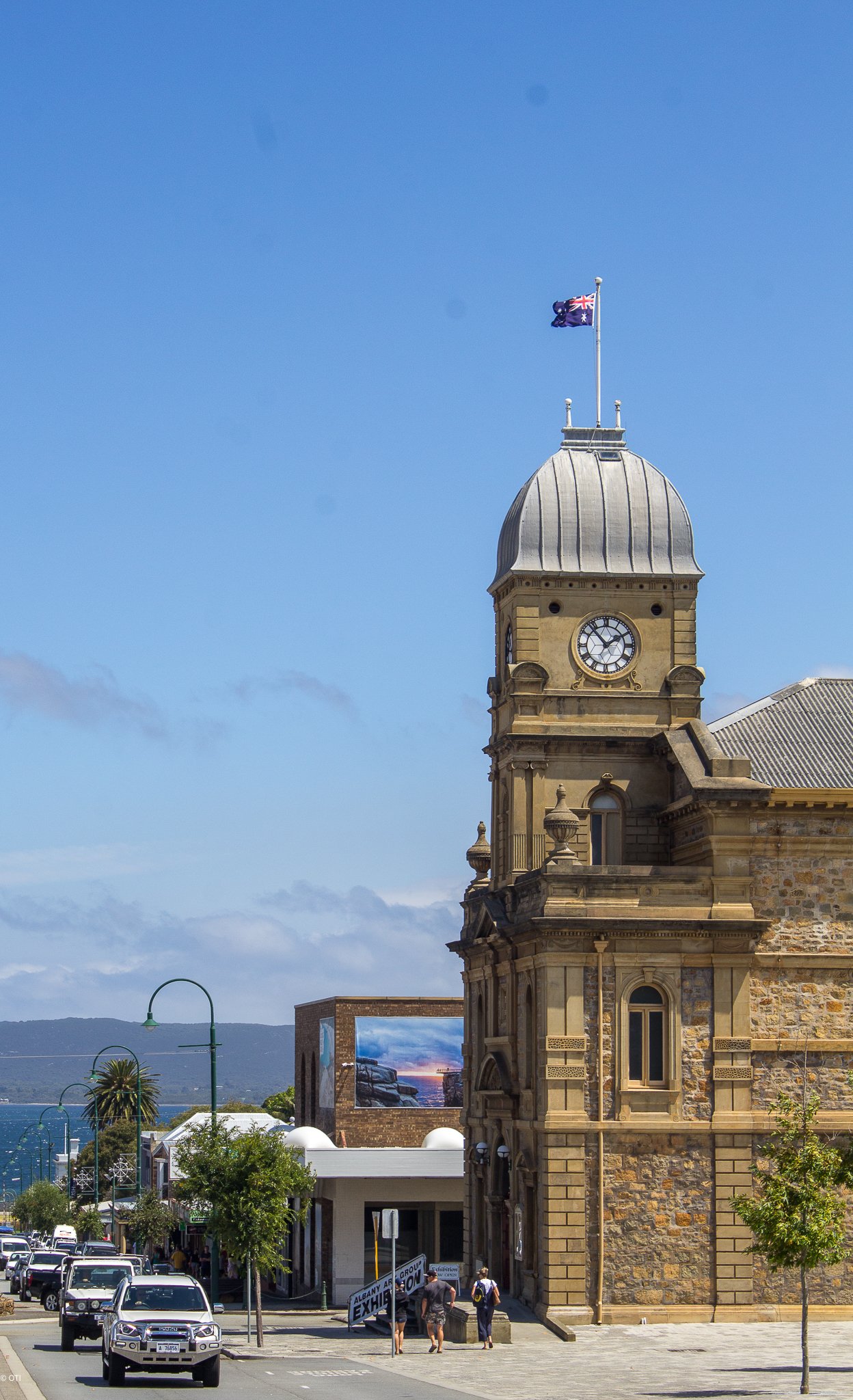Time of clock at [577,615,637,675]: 1:53
